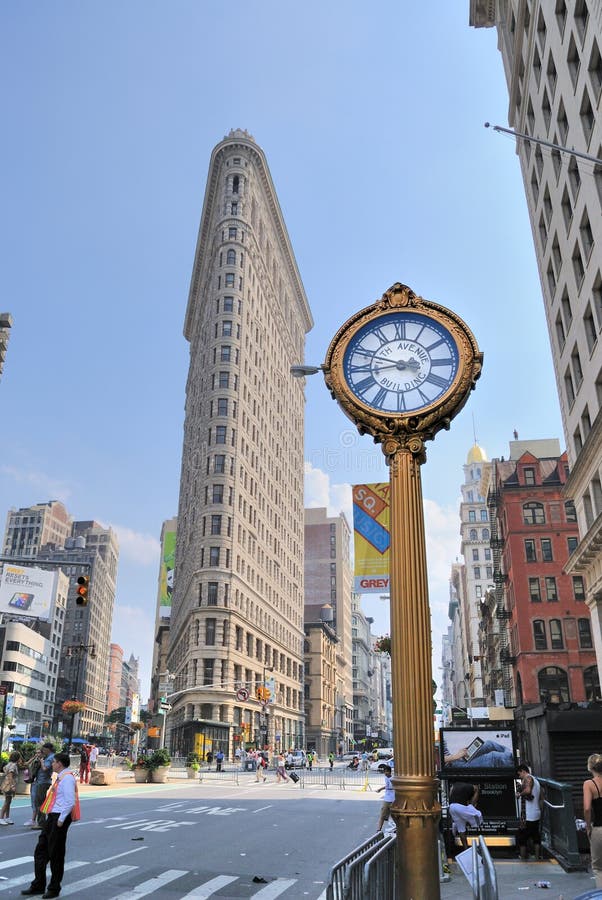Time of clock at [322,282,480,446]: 8:48
